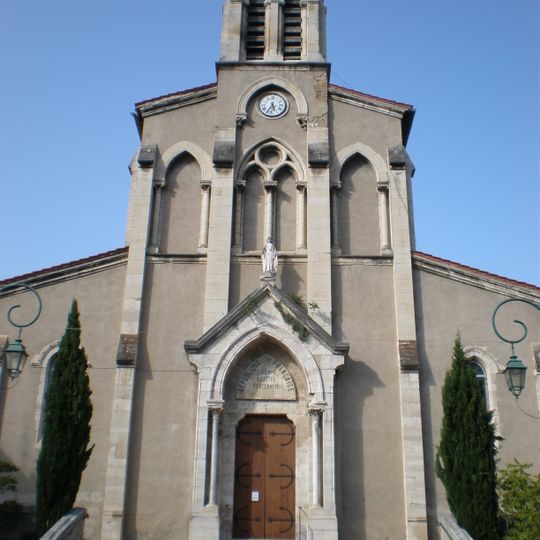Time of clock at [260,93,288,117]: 5:35
